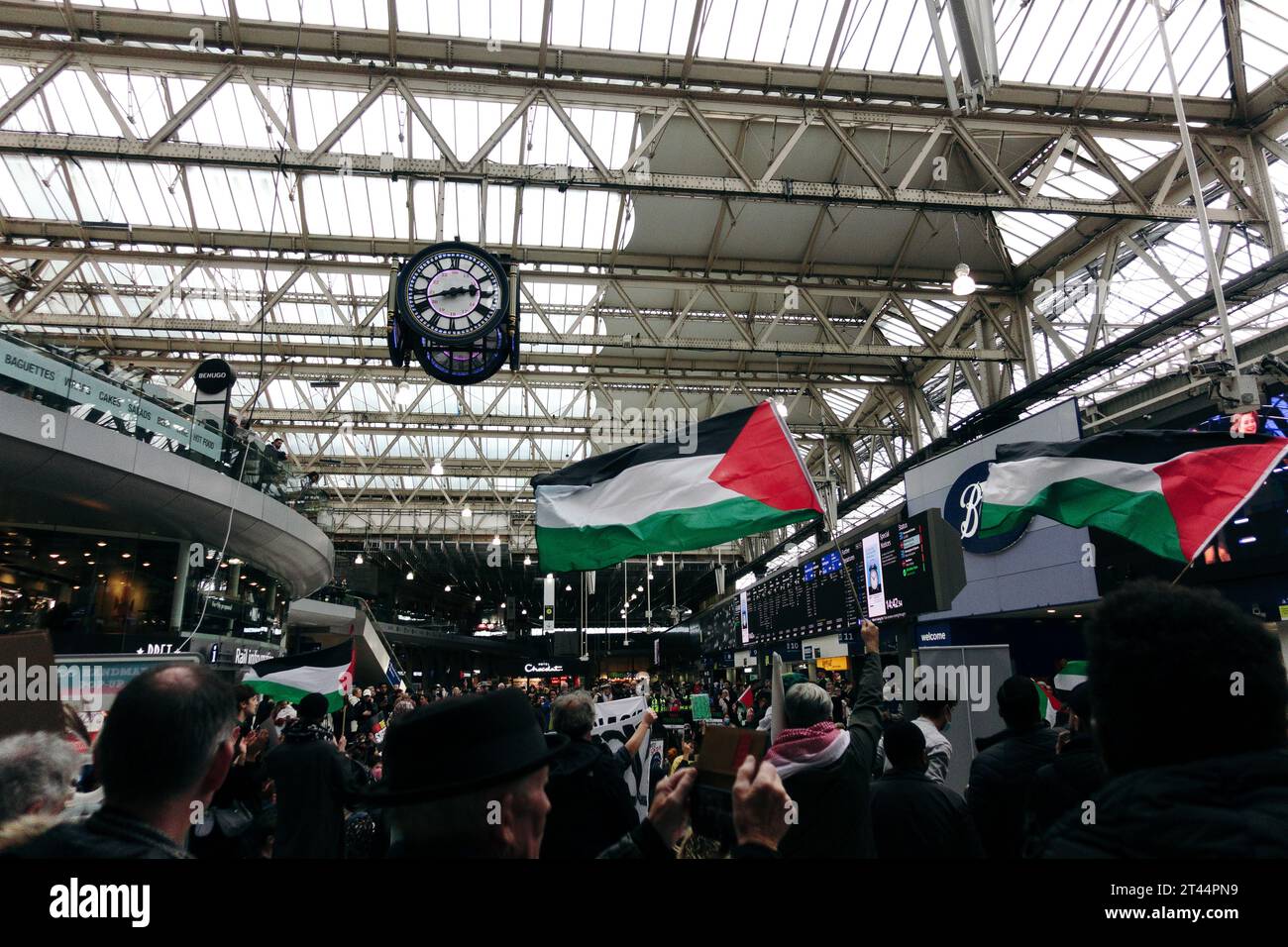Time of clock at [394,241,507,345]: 2:42
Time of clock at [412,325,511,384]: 2:42
